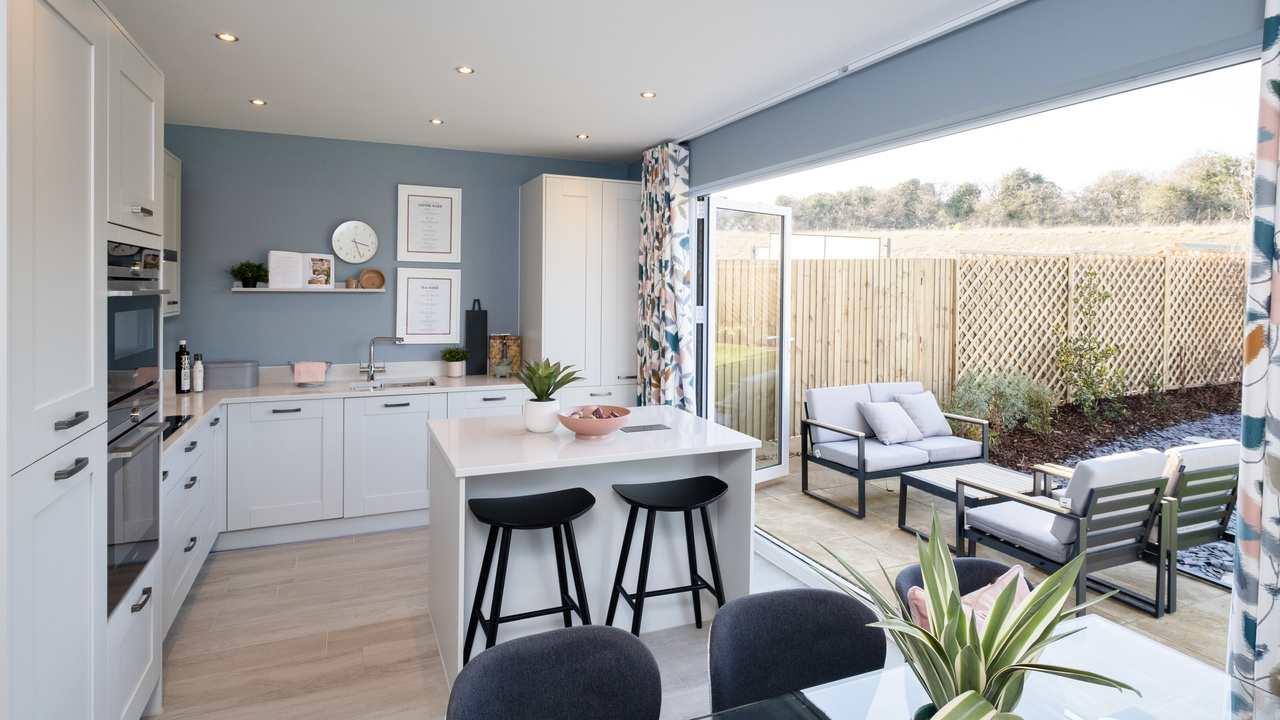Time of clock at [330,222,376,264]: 3:26
